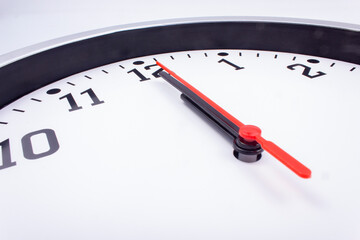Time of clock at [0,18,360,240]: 9:50
